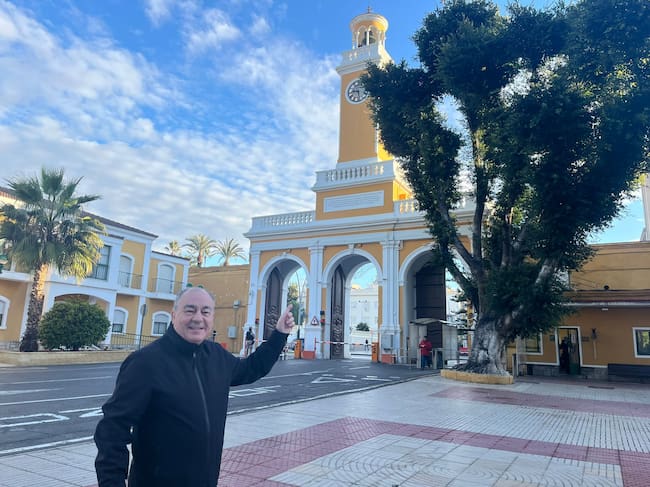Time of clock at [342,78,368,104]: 9:28
